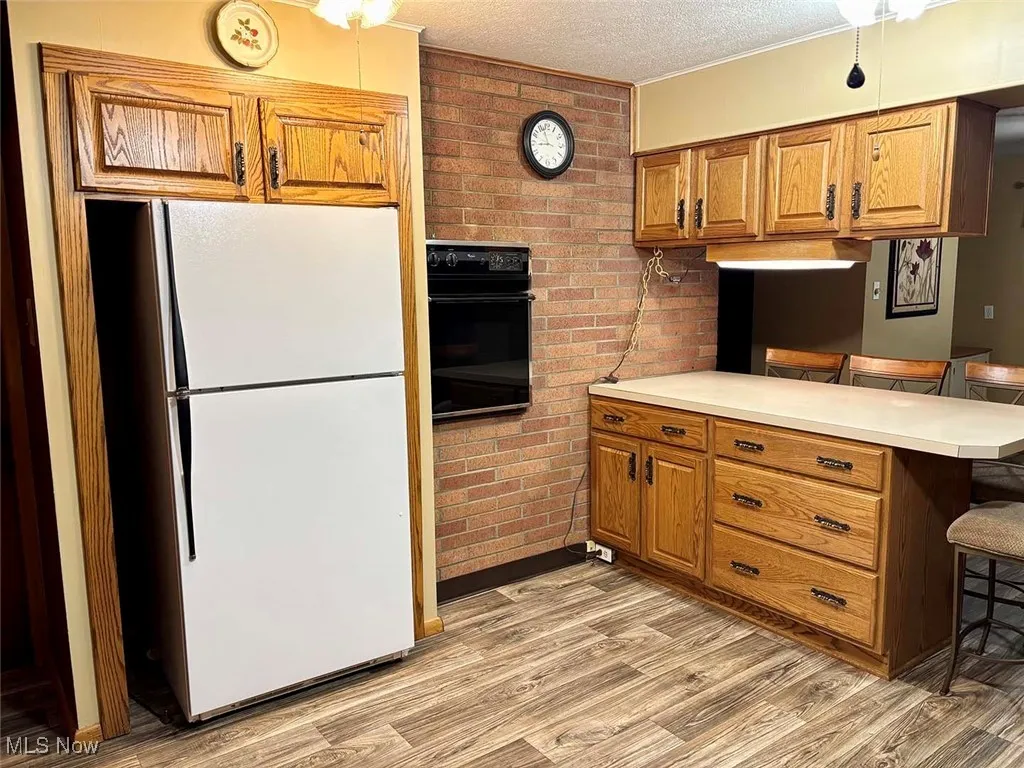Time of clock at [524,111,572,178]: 8:57
